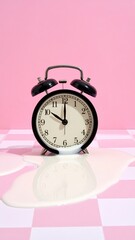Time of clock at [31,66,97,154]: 10:00
